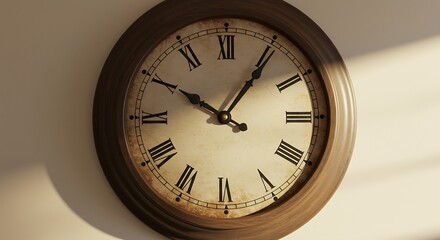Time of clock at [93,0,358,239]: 10:05
